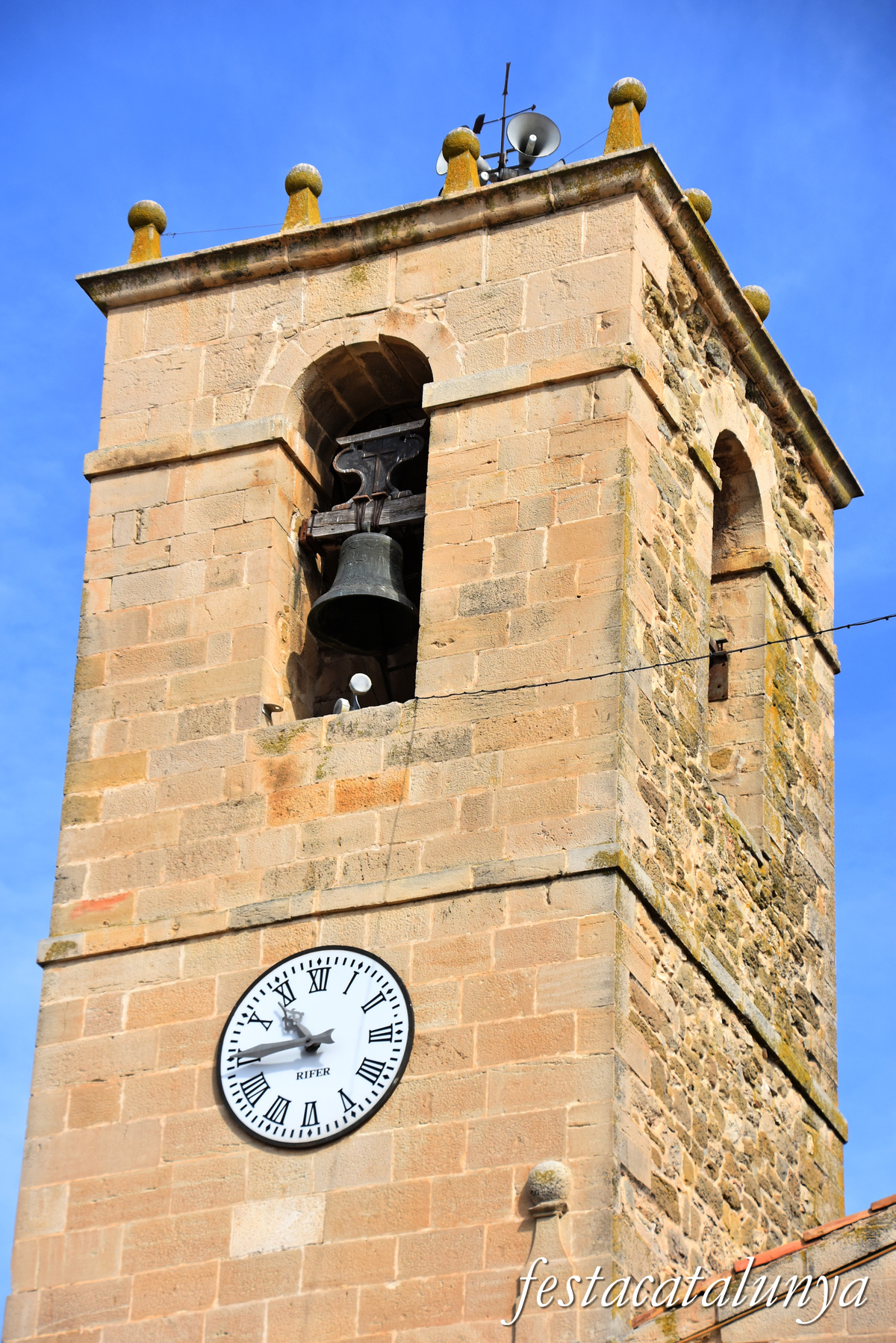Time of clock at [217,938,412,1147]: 10:44
